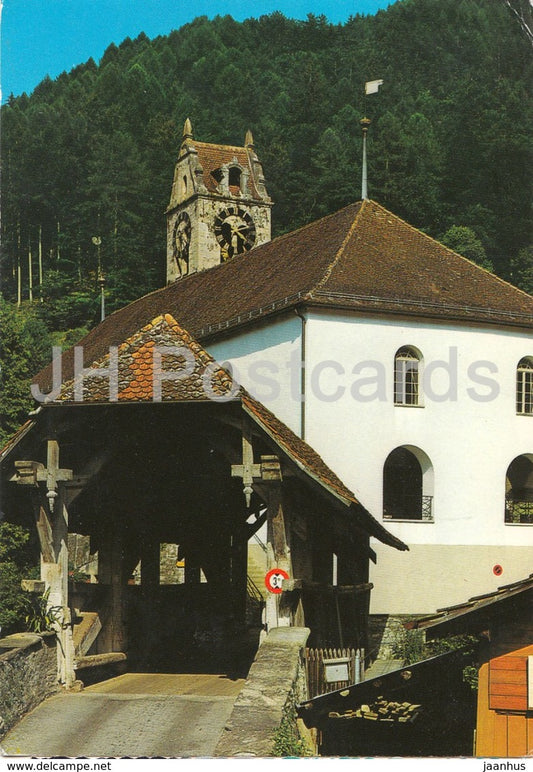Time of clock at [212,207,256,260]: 2:21
